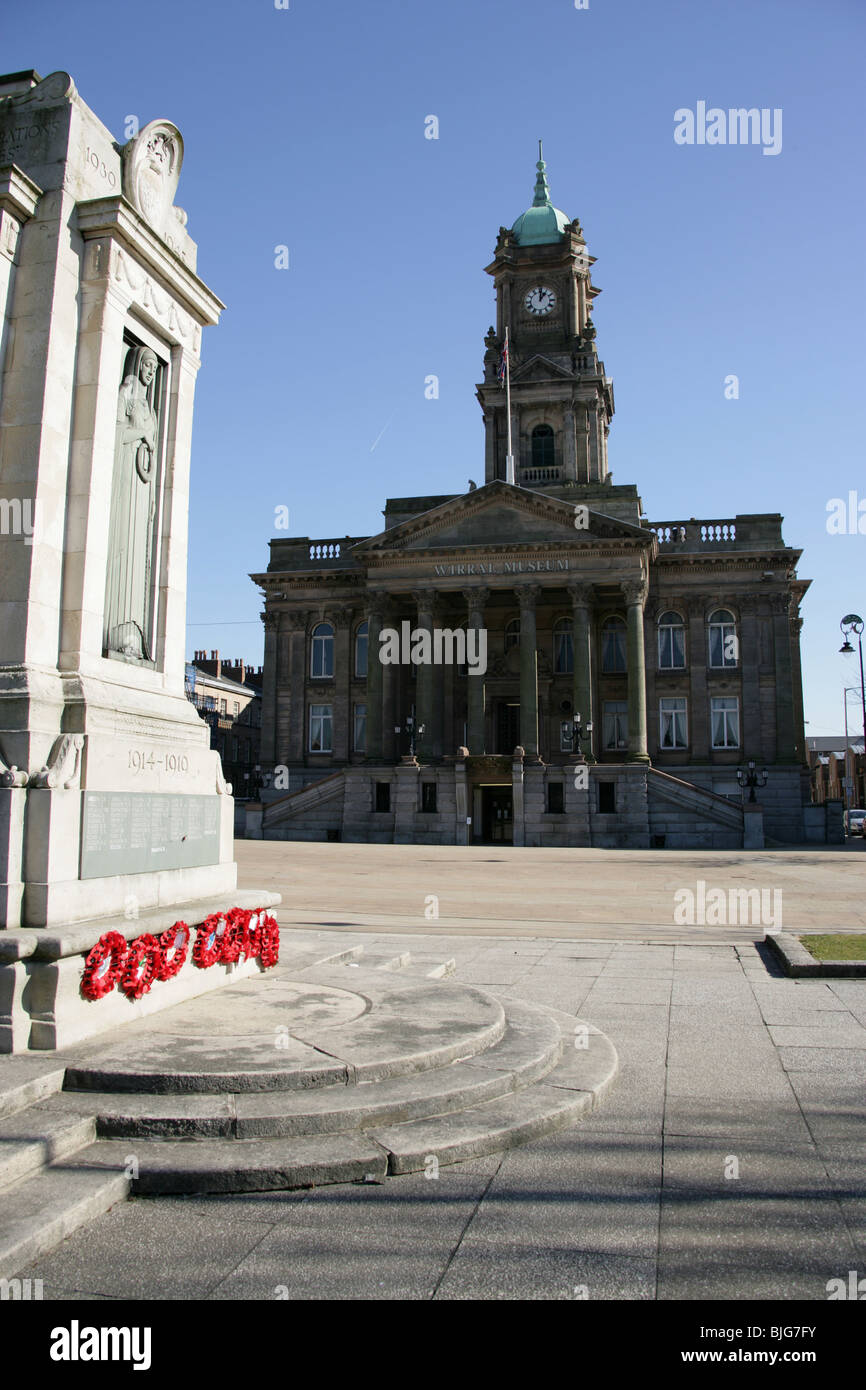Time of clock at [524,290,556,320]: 1:01
